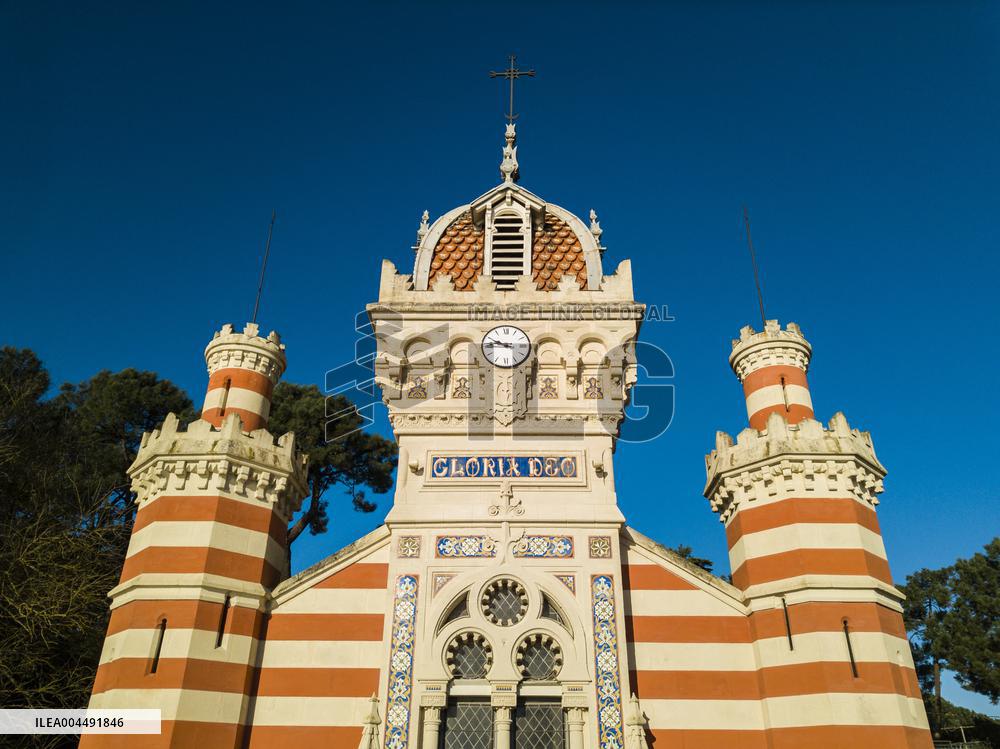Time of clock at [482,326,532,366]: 9:45
